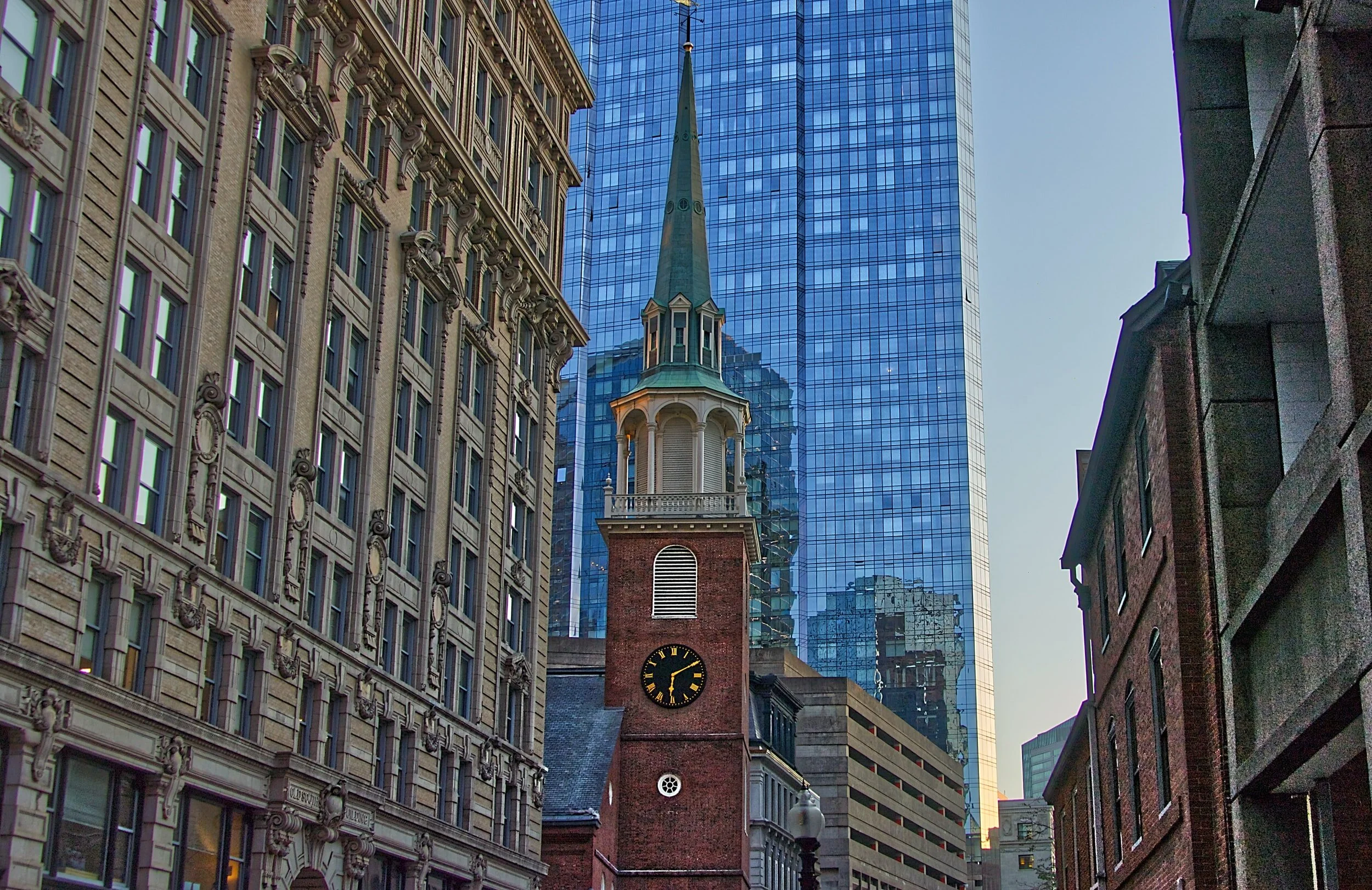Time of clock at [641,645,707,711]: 6:10
